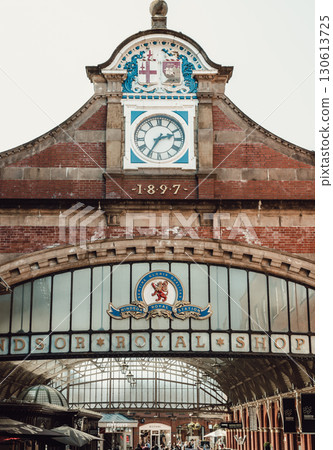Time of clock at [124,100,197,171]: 2:35
